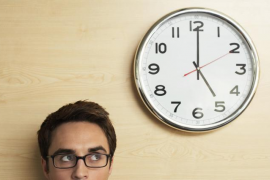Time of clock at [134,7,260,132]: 5:00
